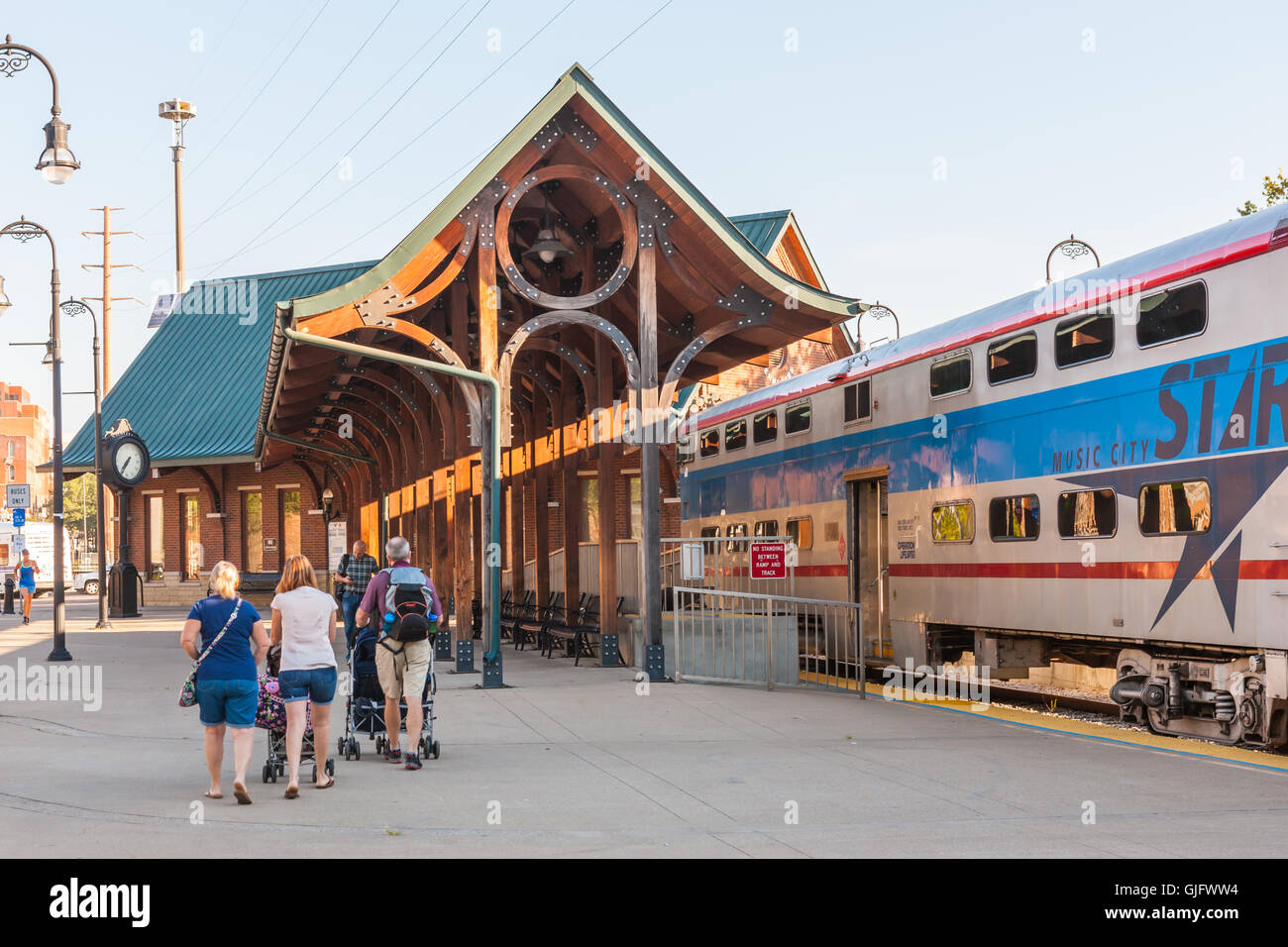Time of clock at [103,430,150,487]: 7:36
